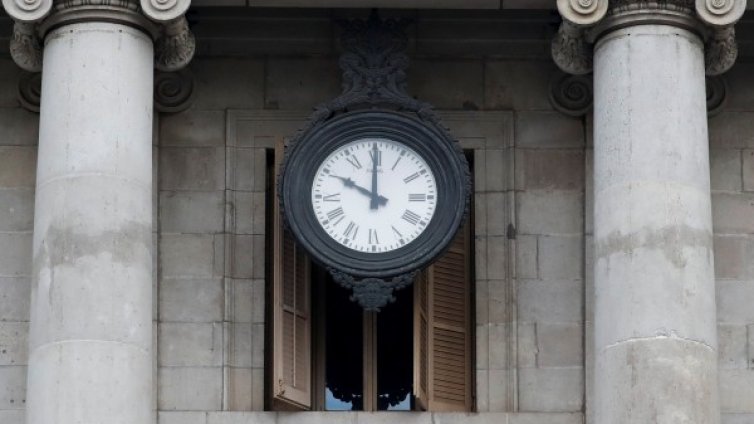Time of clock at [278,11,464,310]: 10:00
